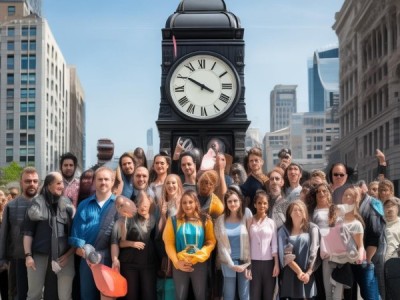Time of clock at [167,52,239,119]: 3:50
